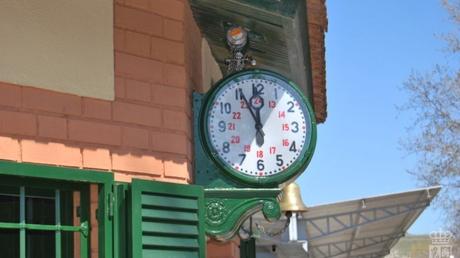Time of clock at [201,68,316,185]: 11:55
